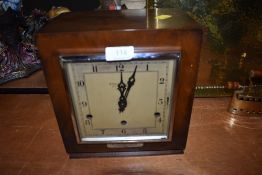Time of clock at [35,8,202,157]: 12:03
